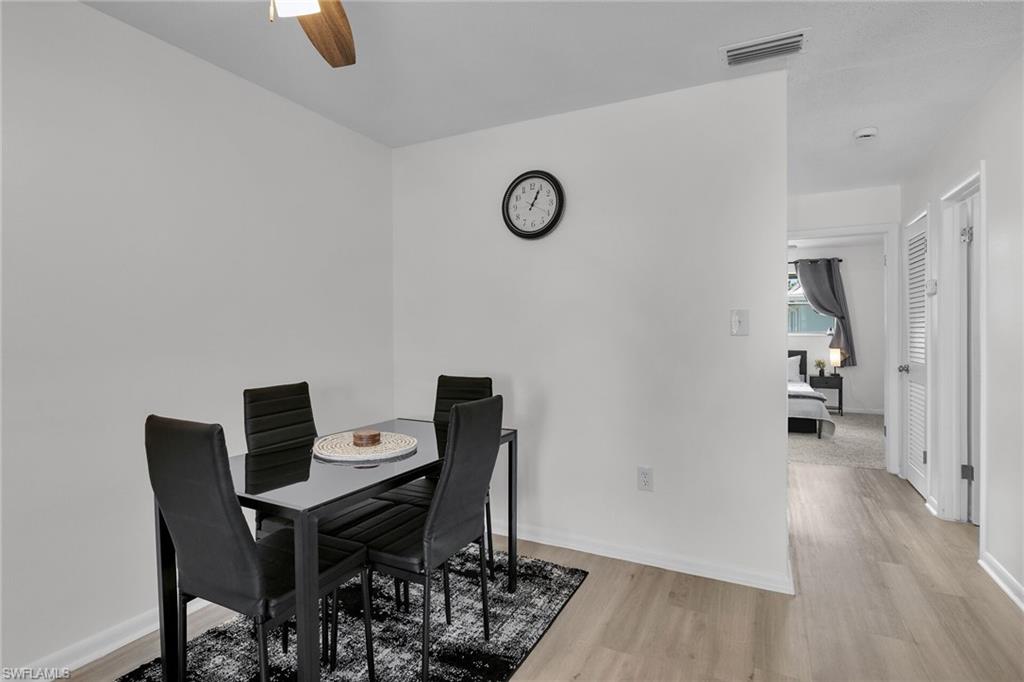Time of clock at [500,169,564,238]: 1:04
